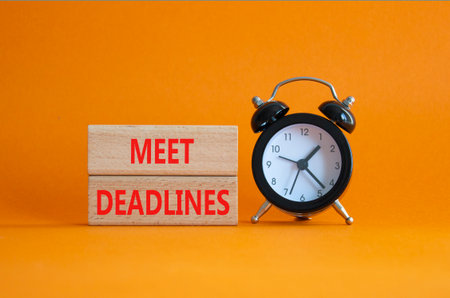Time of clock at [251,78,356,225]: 1:22
